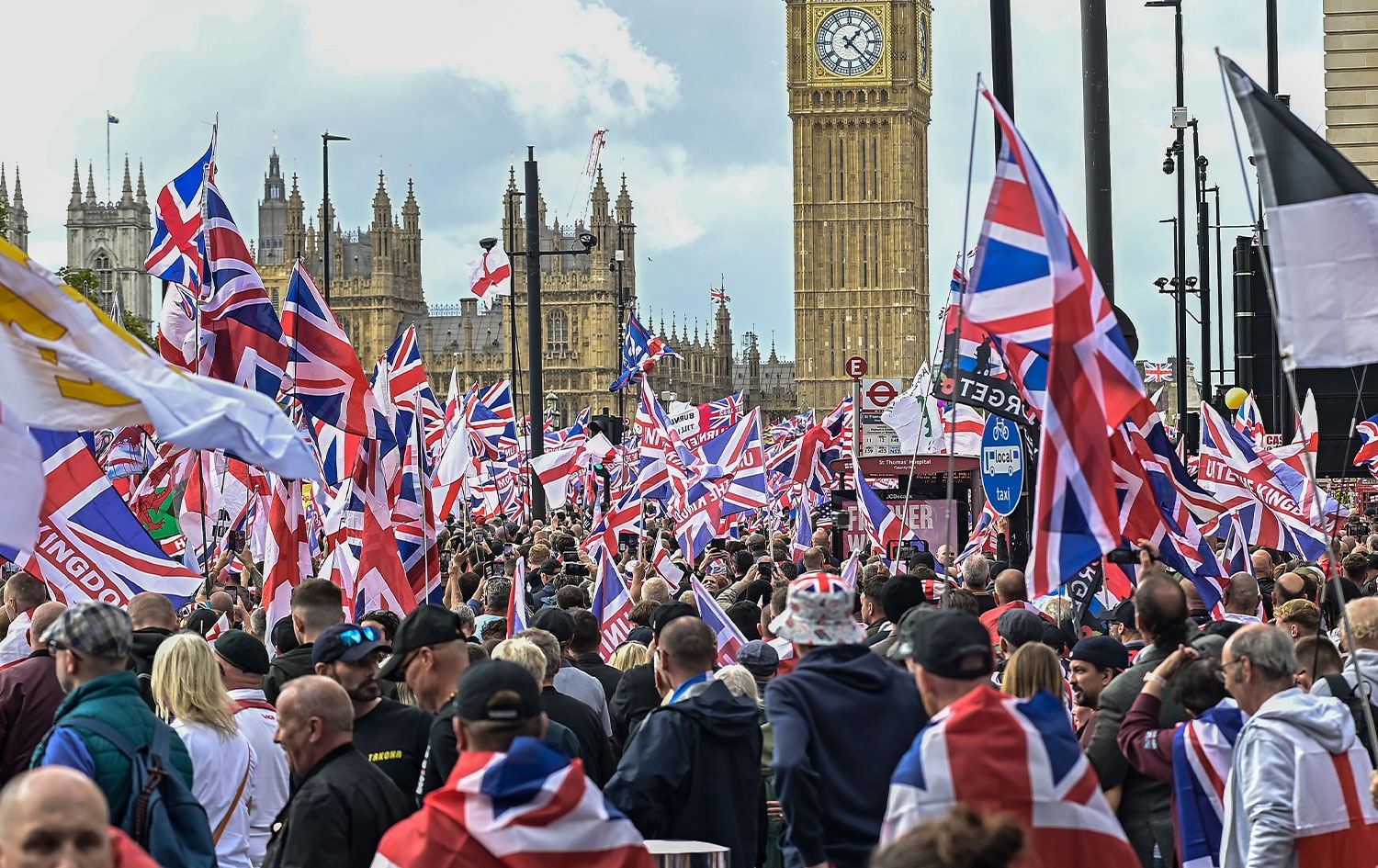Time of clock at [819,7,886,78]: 1:22
